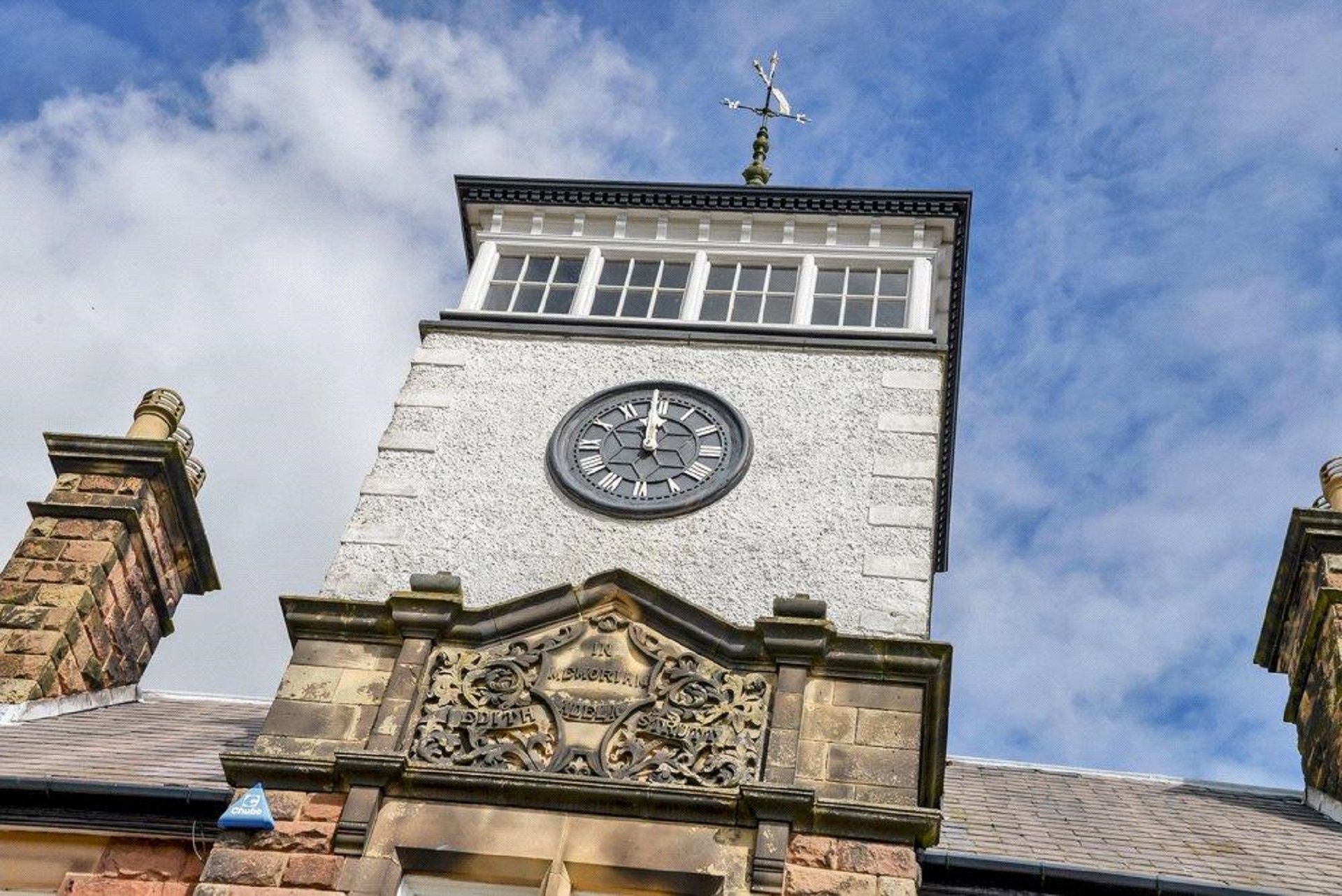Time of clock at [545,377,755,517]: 11:59
